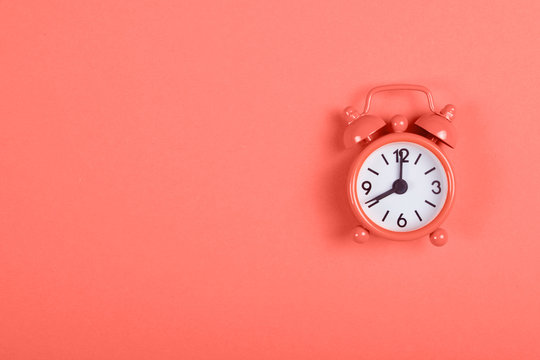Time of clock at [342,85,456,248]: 8:00
